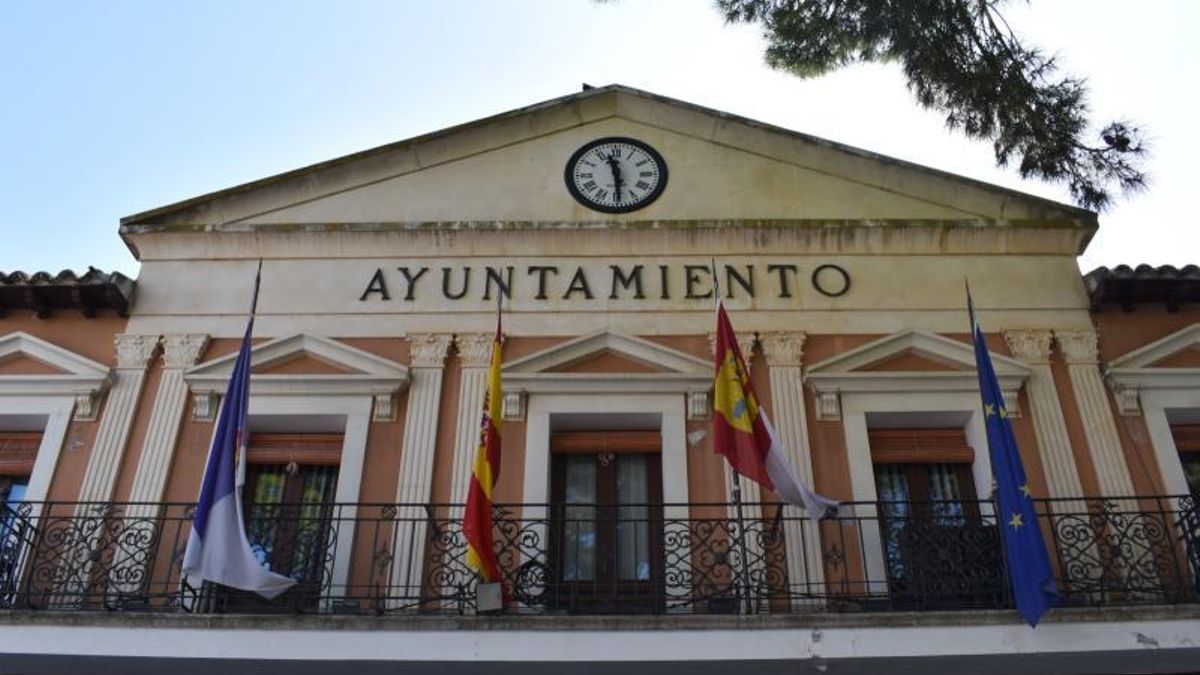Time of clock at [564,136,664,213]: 11:29
